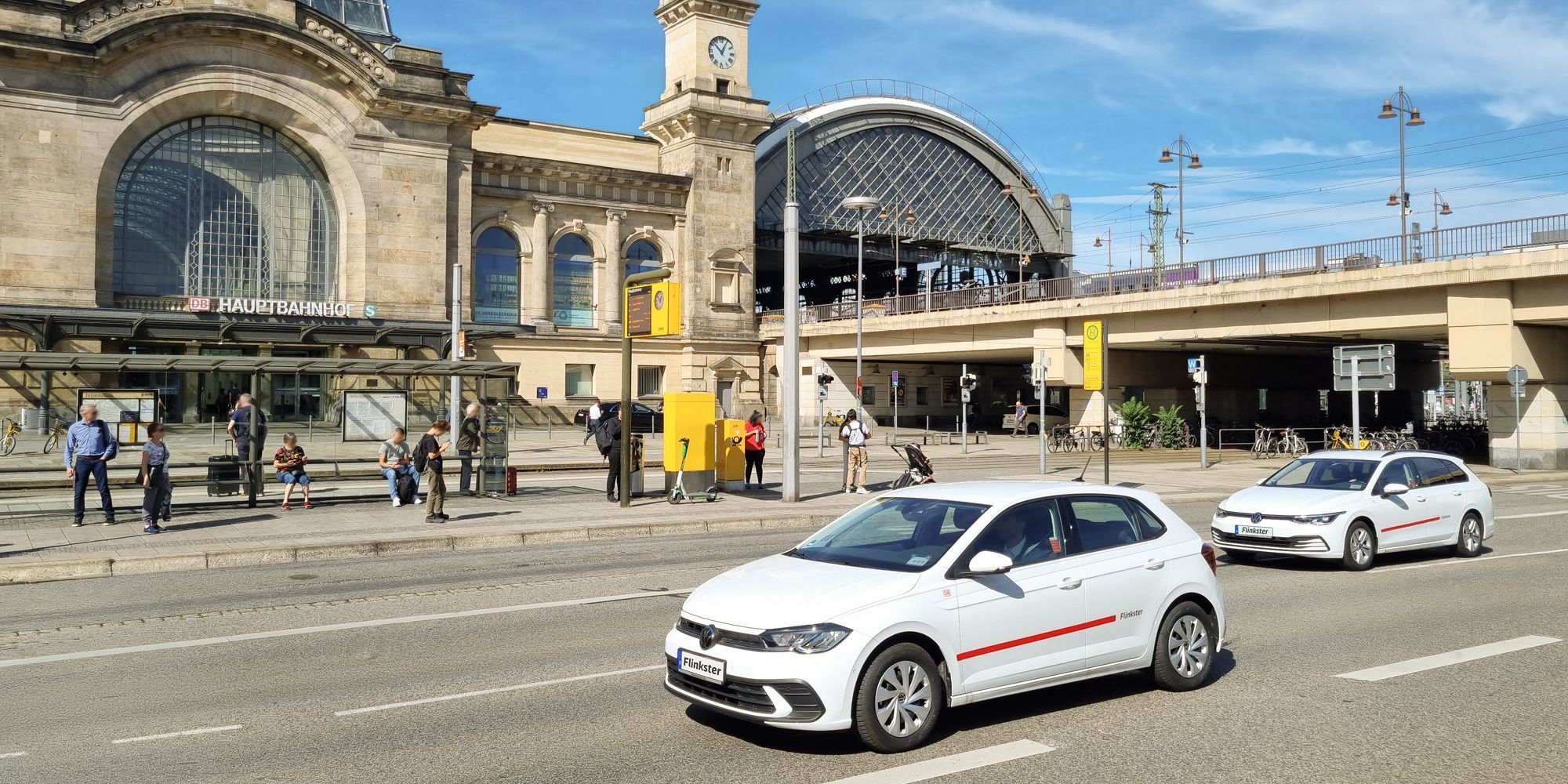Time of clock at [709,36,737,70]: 12:52
